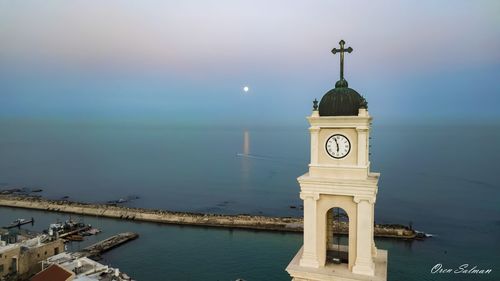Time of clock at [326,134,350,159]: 5:57
